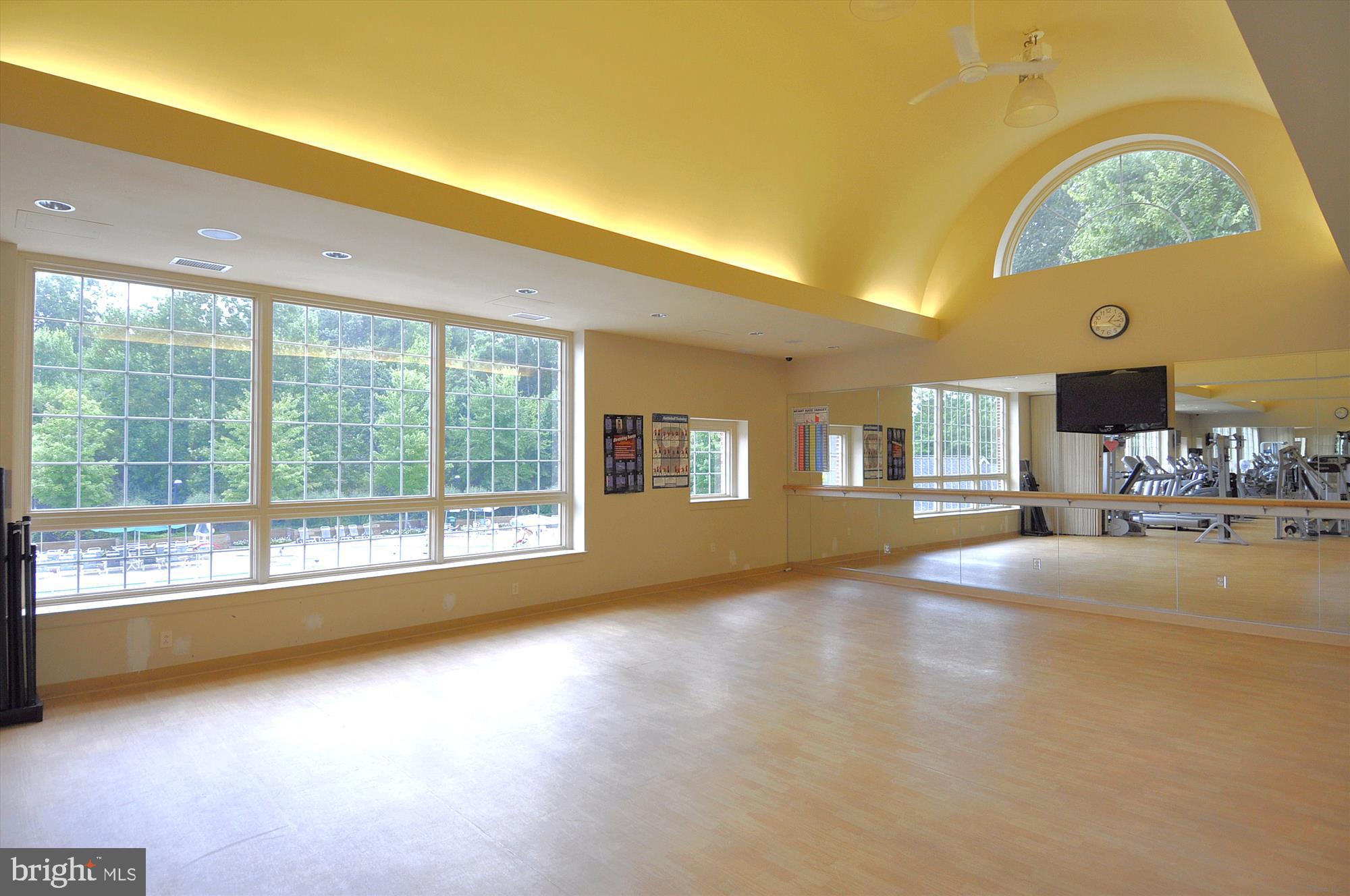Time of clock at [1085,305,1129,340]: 1:21
